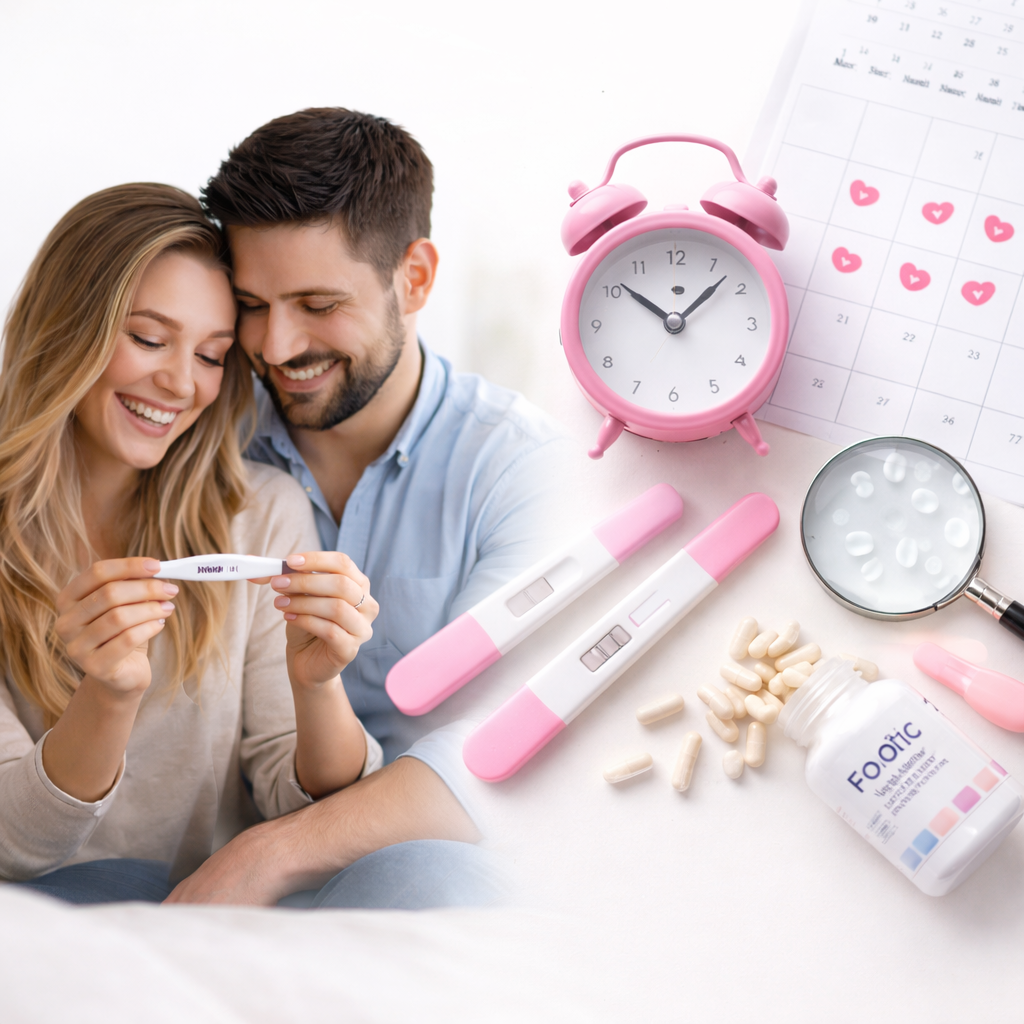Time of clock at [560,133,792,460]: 10:07
